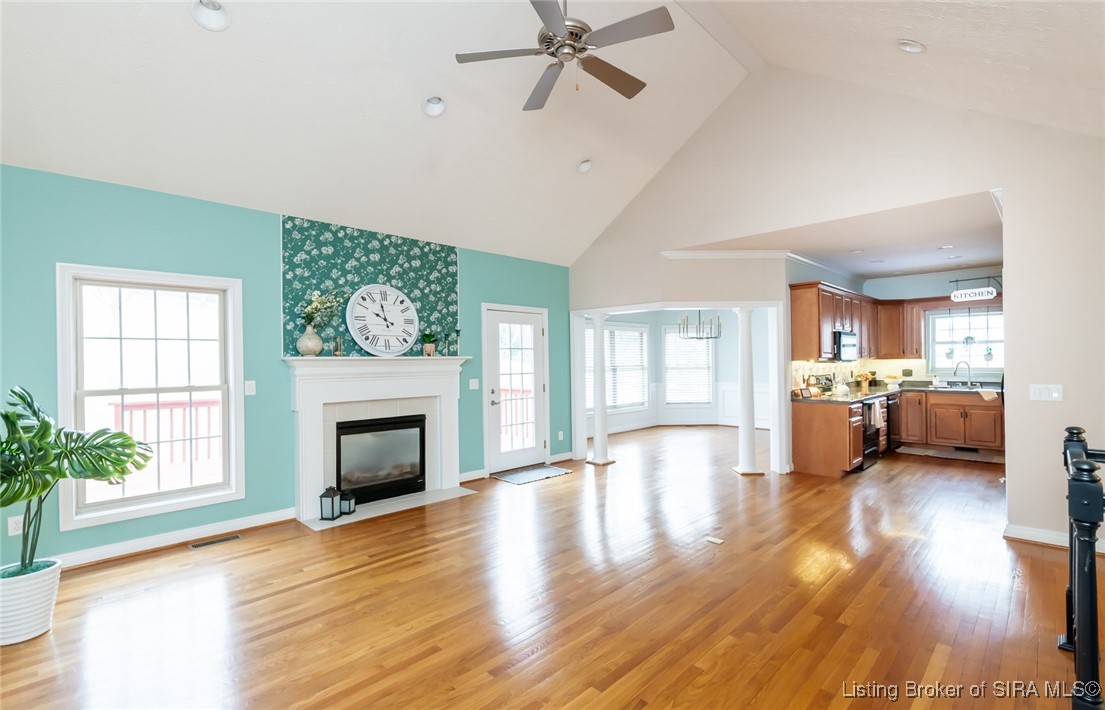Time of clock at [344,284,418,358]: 9:58
